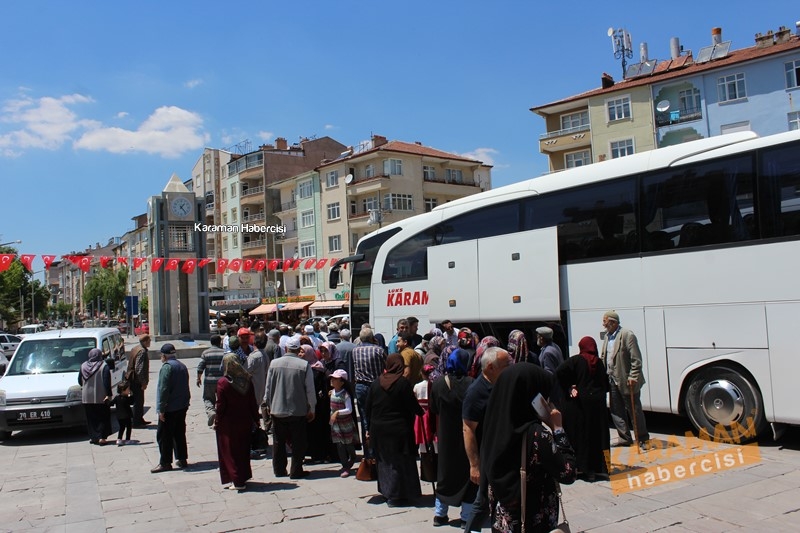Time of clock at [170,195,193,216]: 1:23
